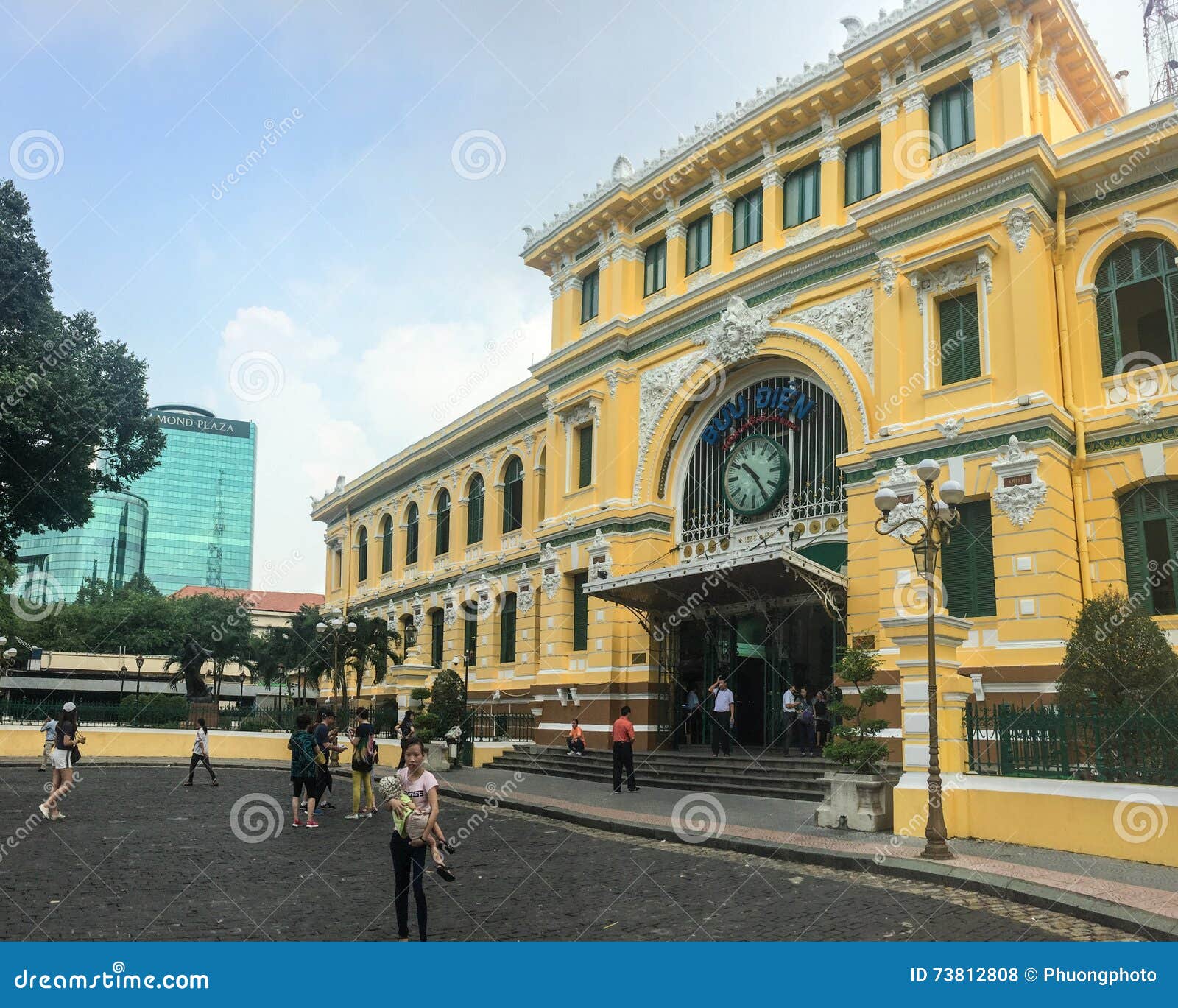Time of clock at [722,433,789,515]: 10:24
